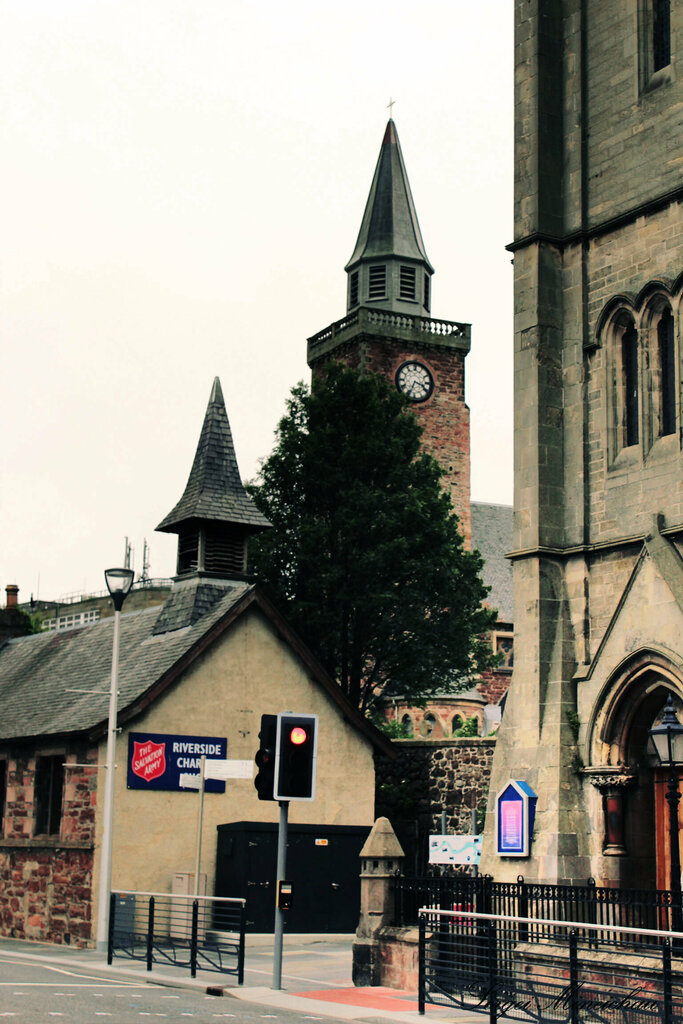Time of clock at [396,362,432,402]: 3:33
